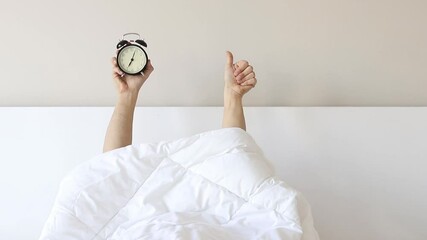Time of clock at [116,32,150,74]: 7:03
